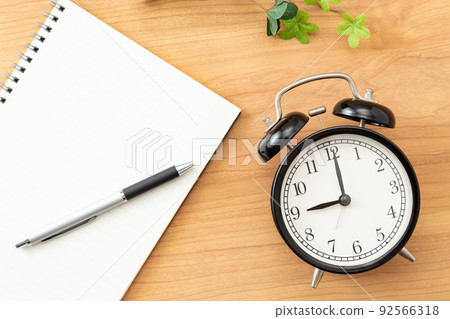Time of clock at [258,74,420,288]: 9:00
